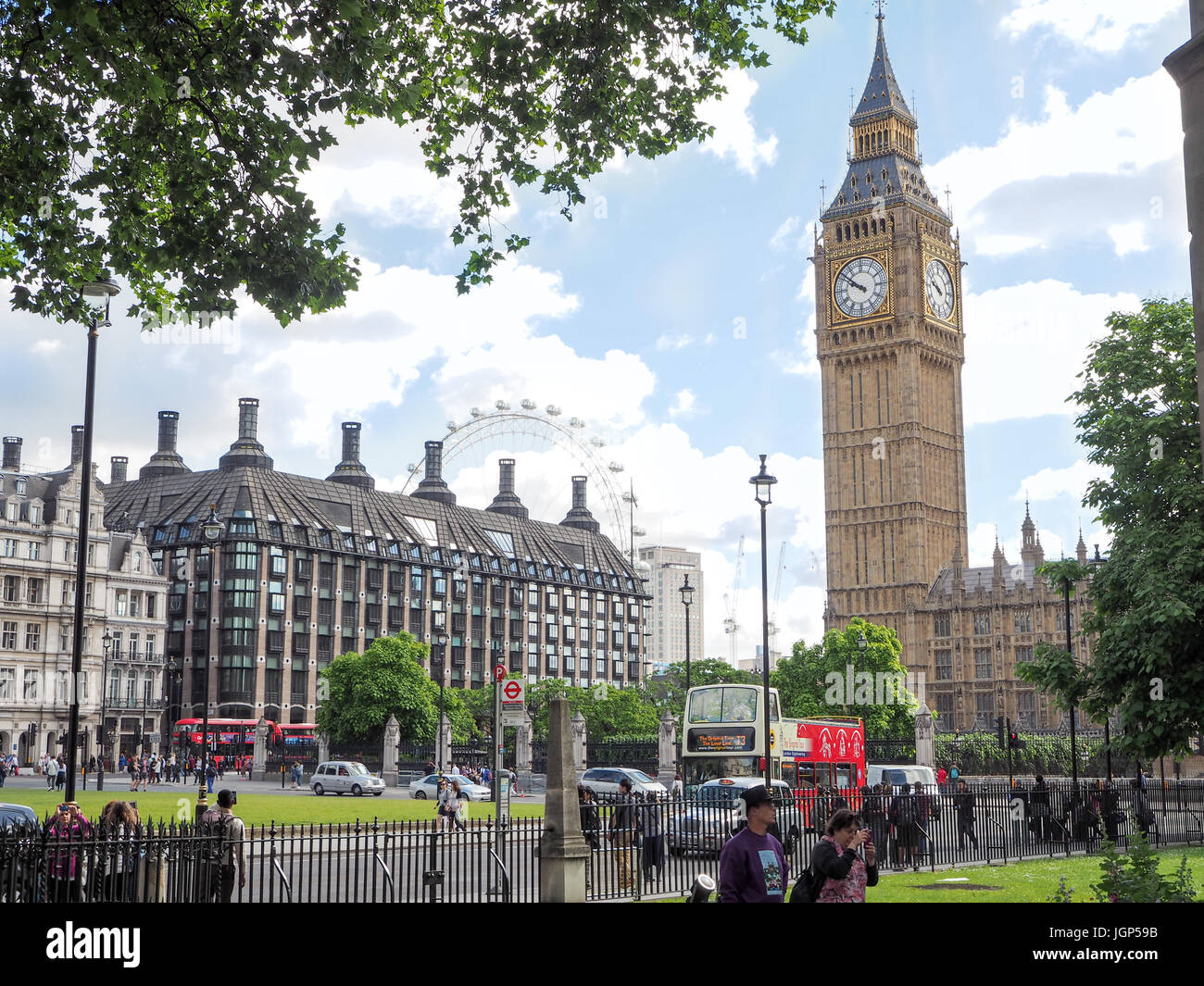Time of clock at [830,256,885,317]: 9:51
